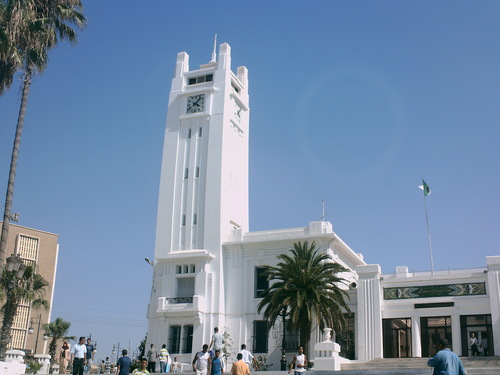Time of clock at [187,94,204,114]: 4:07
